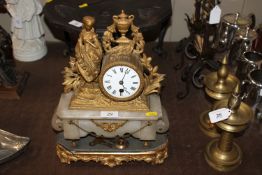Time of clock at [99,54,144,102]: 5:03
